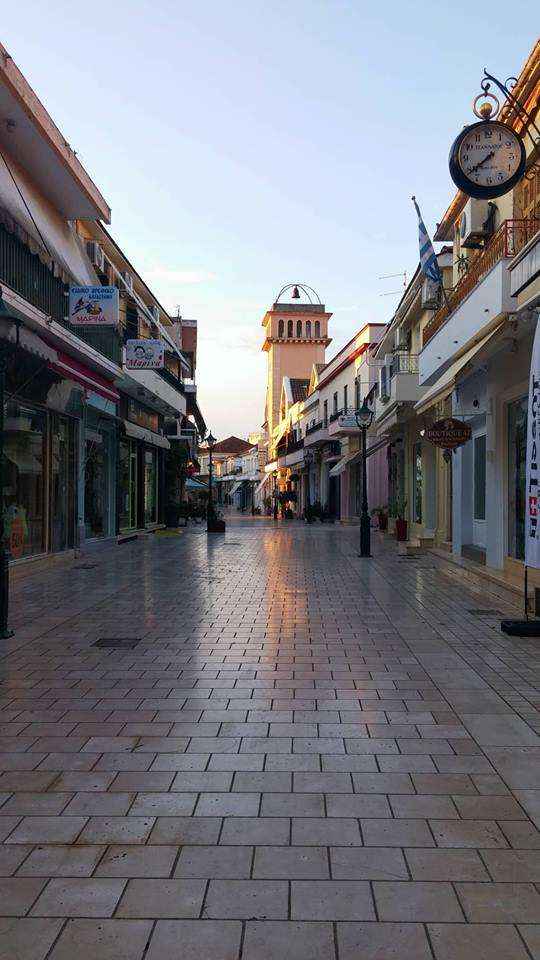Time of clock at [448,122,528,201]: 7:38
